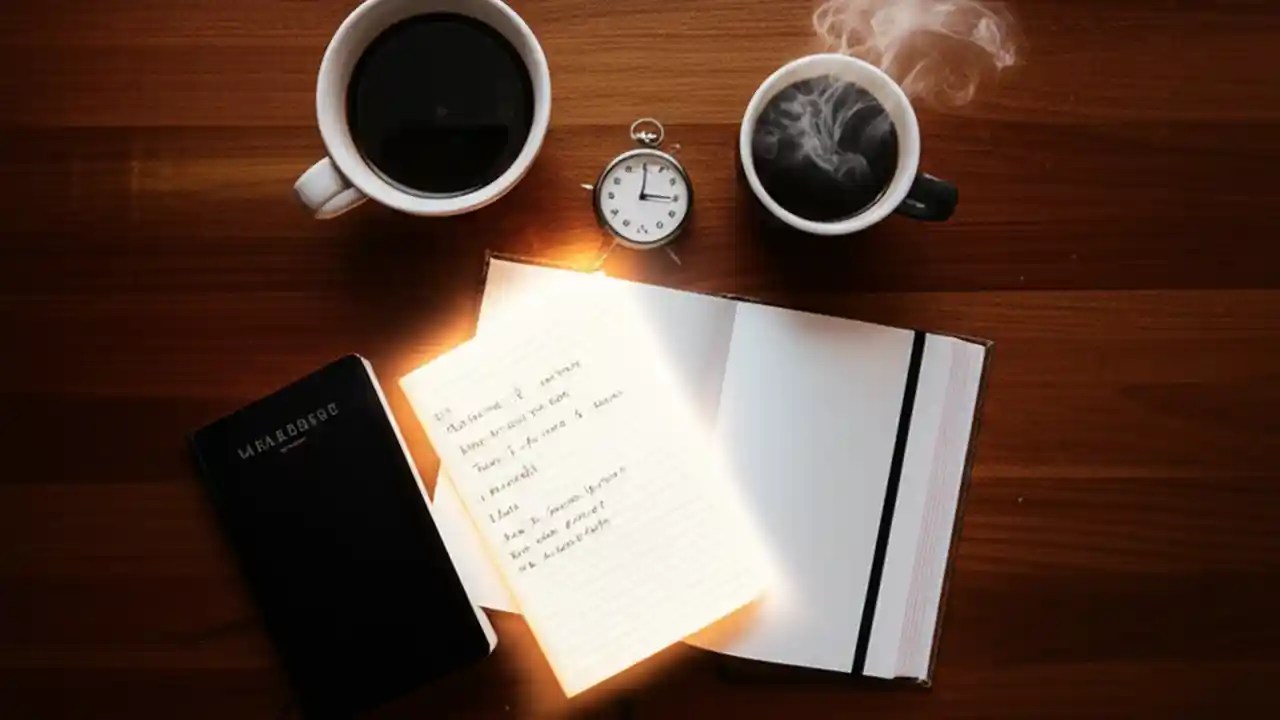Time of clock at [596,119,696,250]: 3:00
